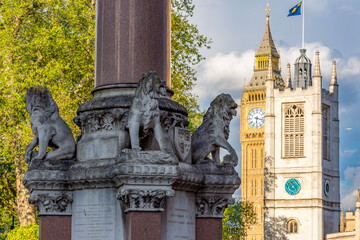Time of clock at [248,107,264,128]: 6:17
